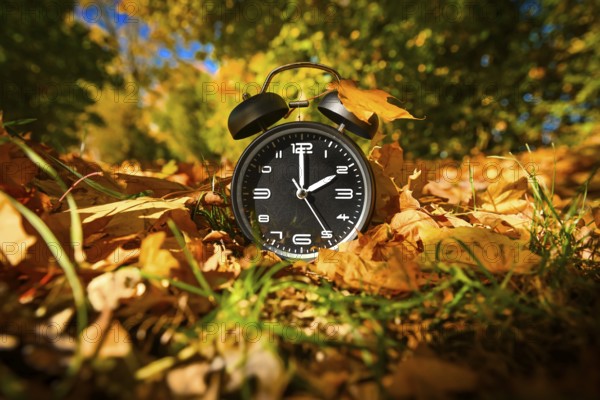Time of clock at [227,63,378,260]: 2:00
